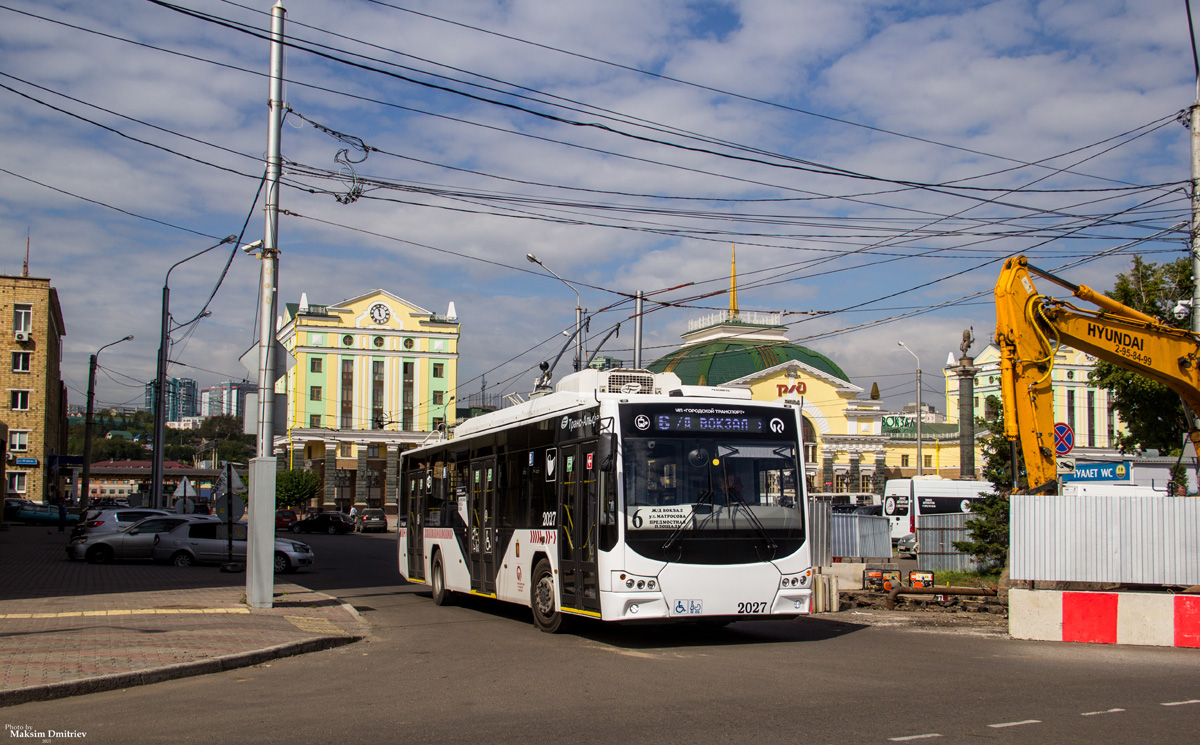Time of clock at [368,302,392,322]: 11:57
